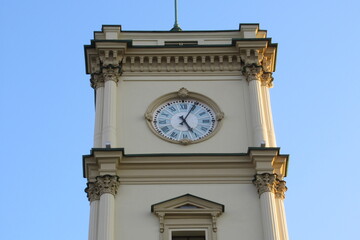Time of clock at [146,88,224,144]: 5:04
